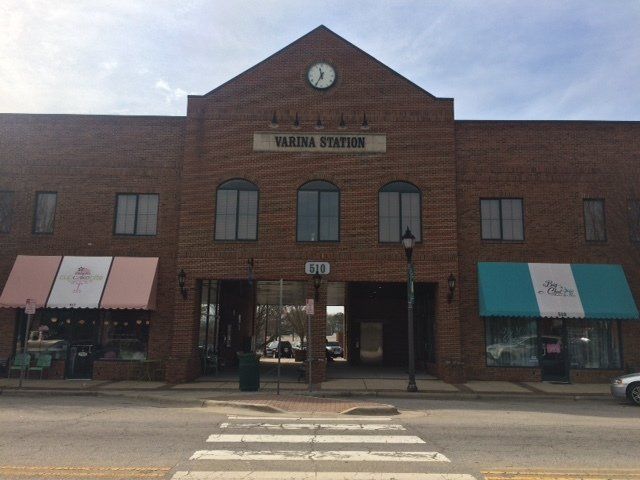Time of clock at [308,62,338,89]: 11:35
